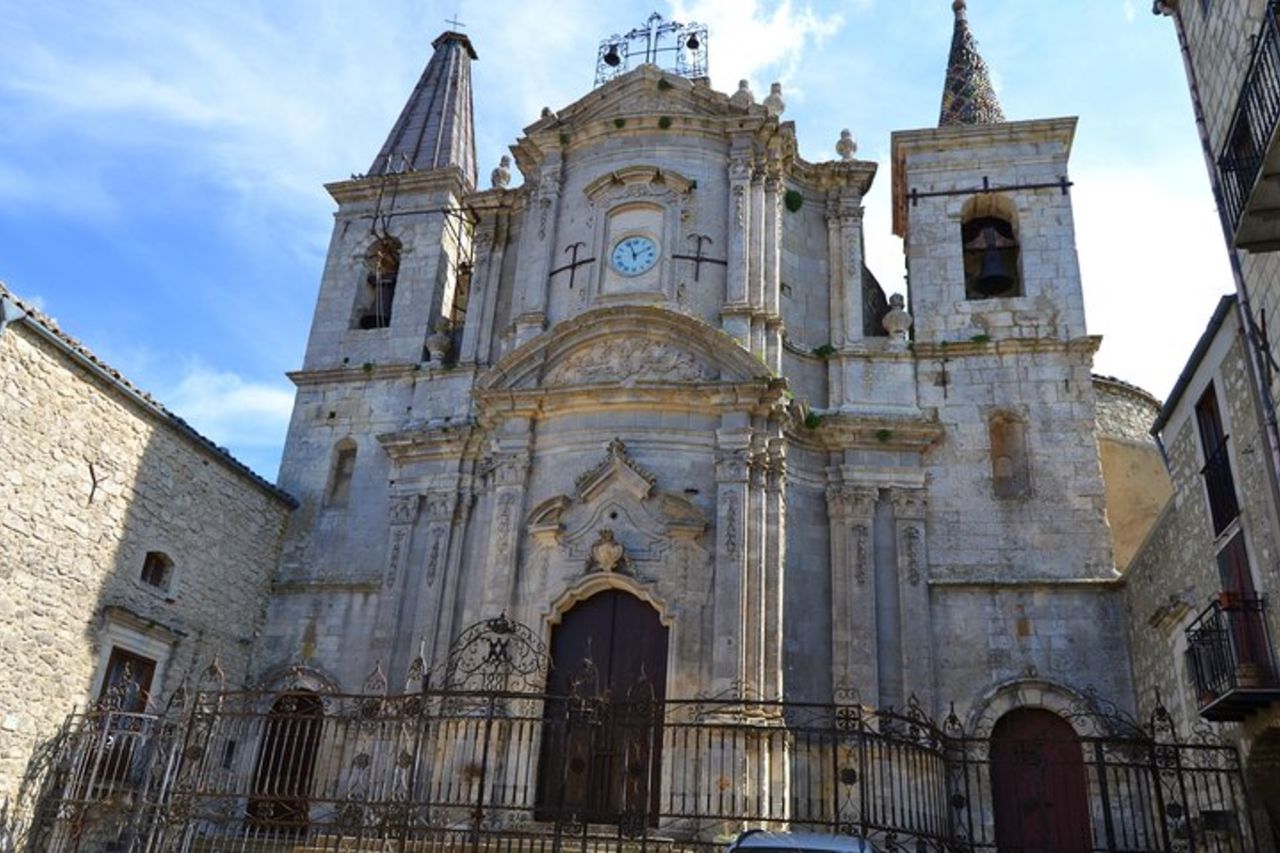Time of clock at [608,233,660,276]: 1:56
